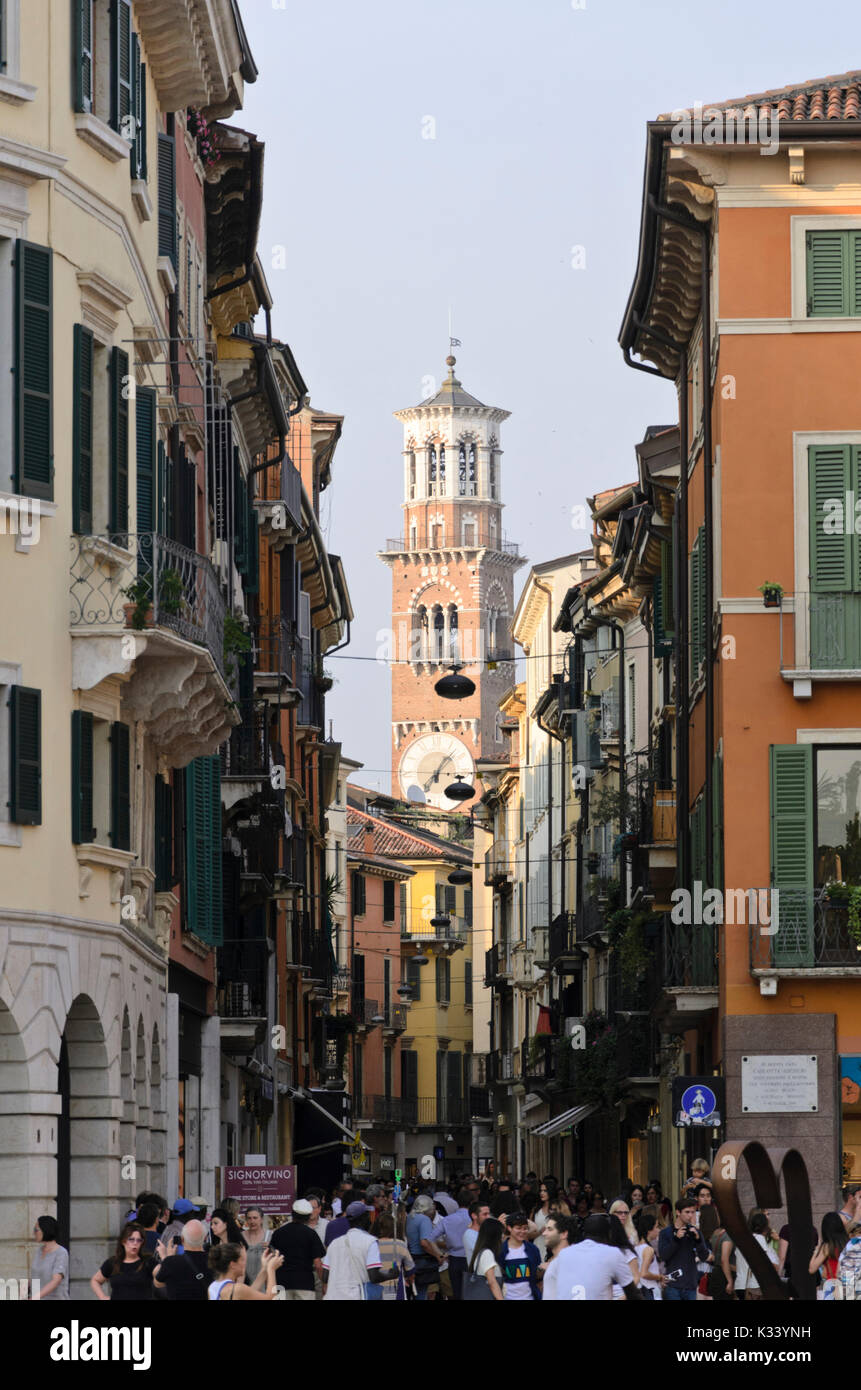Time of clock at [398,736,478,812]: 7:07
